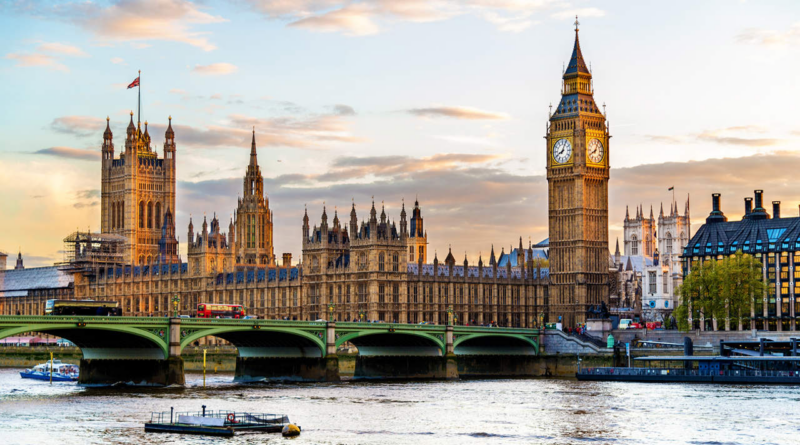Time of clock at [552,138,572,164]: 8:04
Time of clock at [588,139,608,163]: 8:04
